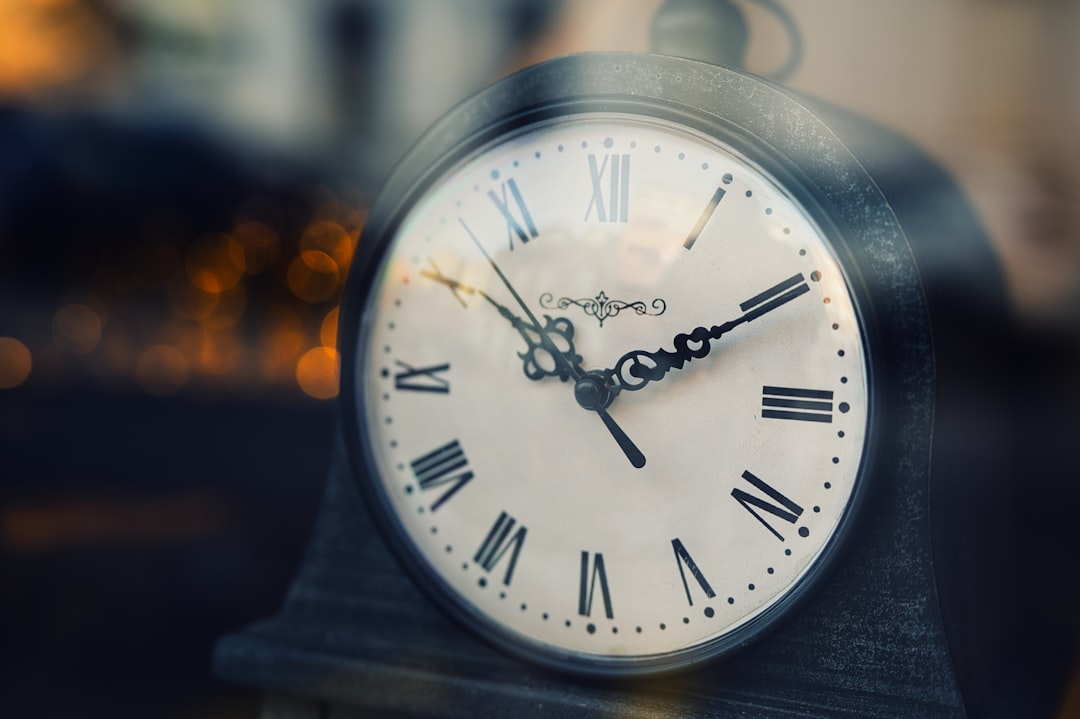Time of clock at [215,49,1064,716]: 10:10
